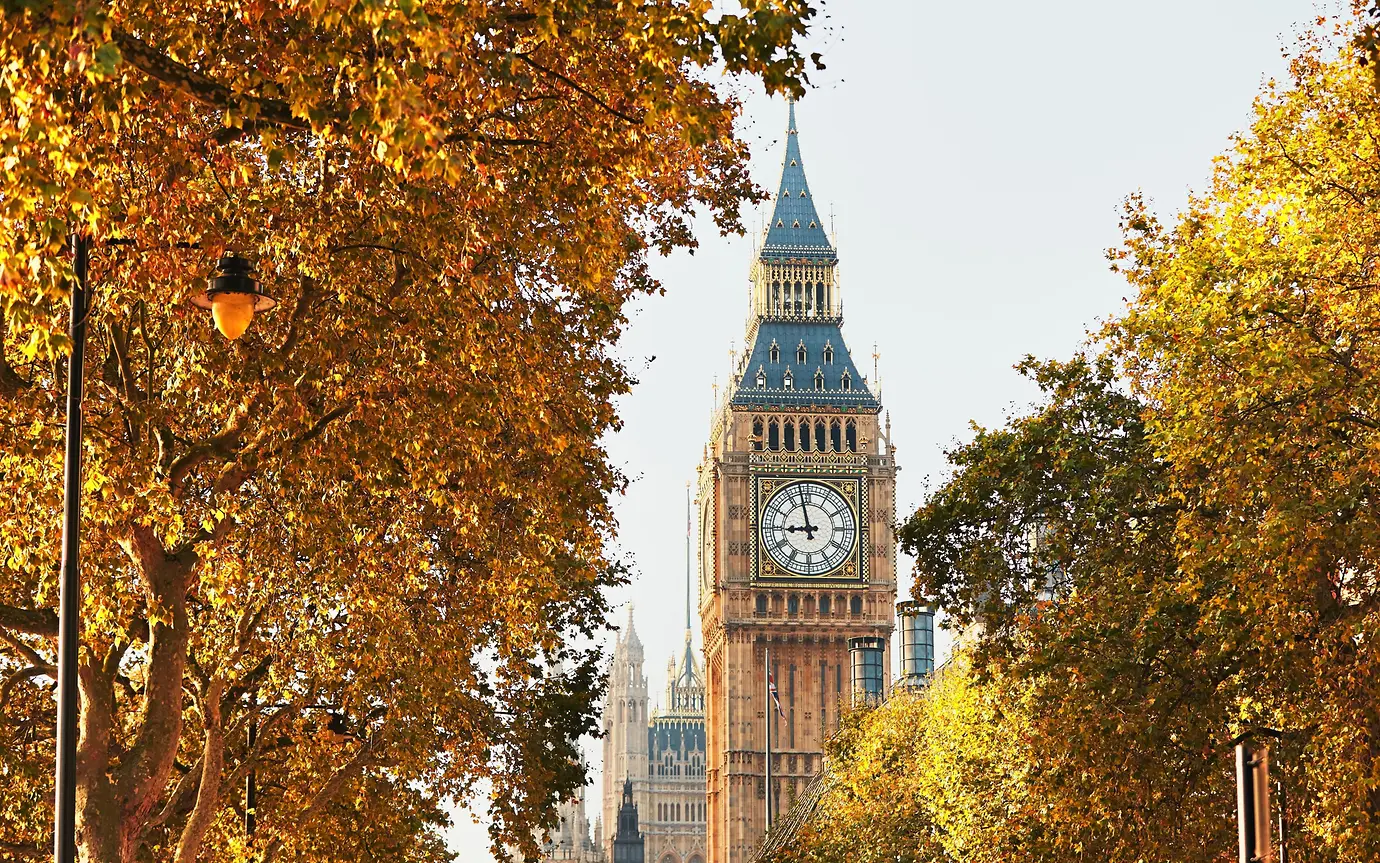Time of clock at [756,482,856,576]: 8:57
